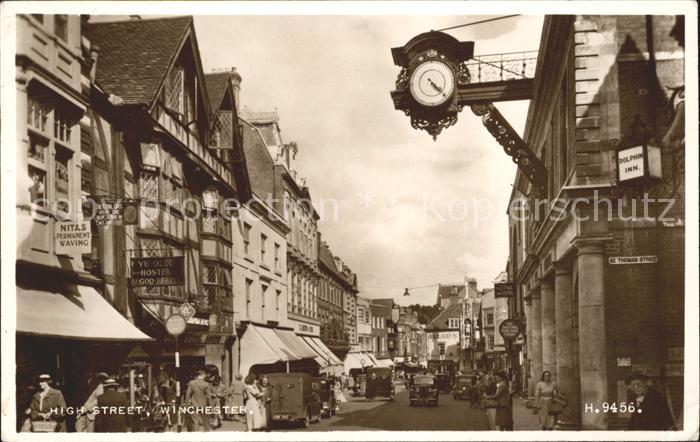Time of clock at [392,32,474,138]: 4:22
